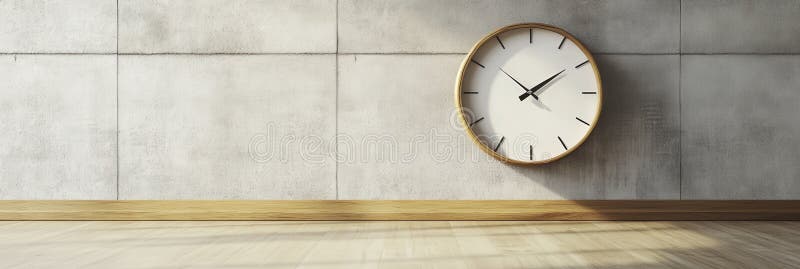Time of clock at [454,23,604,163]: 1:51
